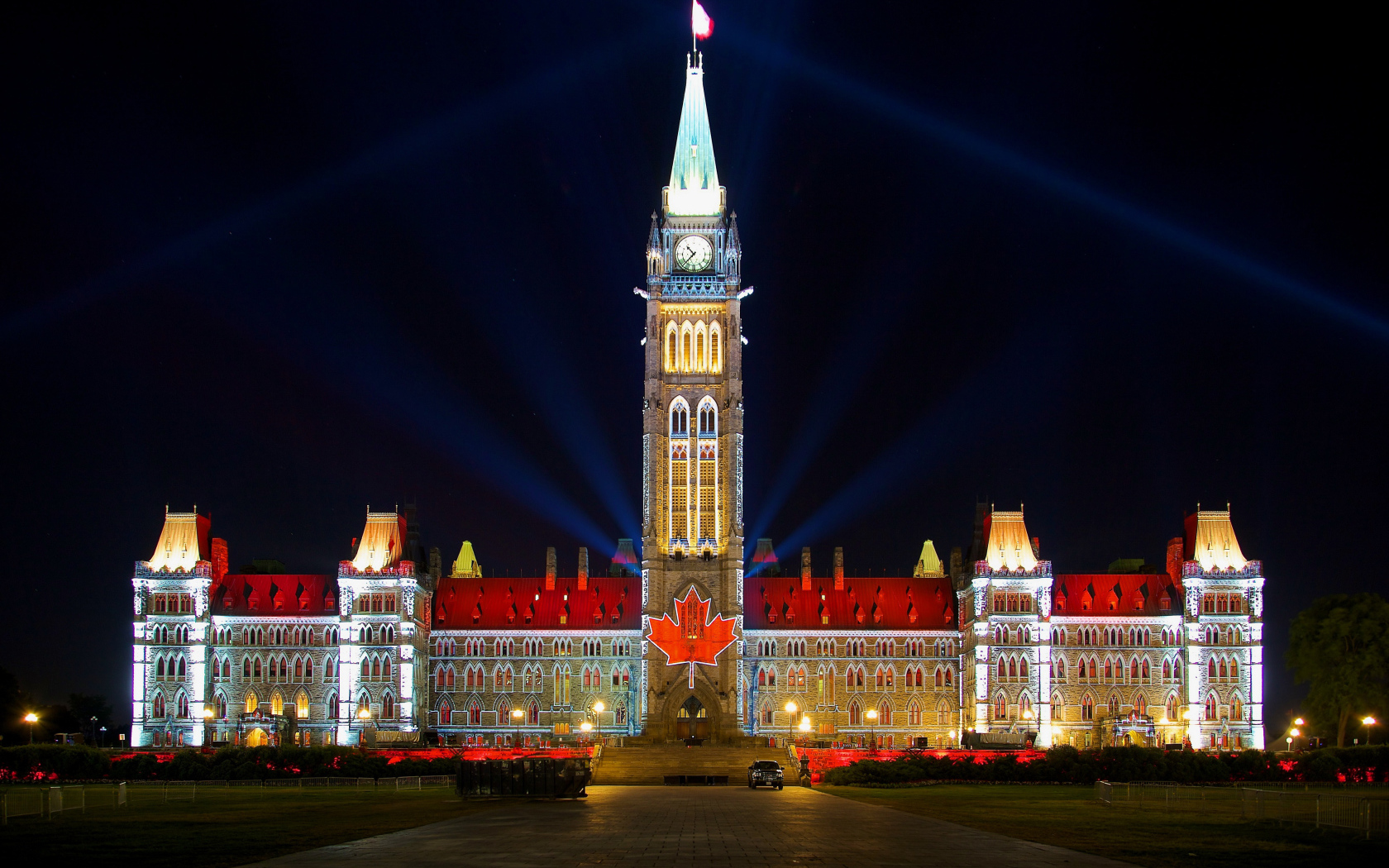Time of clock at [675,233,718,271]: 10:37
